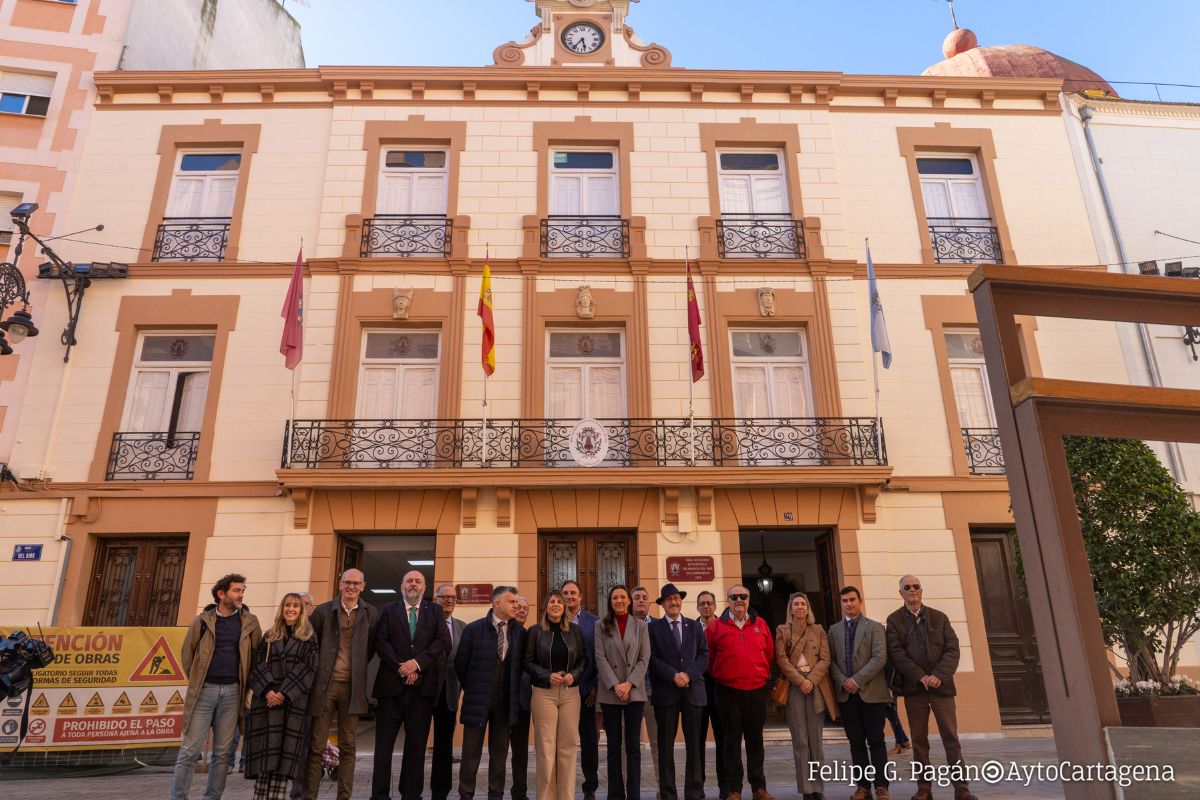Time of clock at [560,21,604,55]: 5:36
